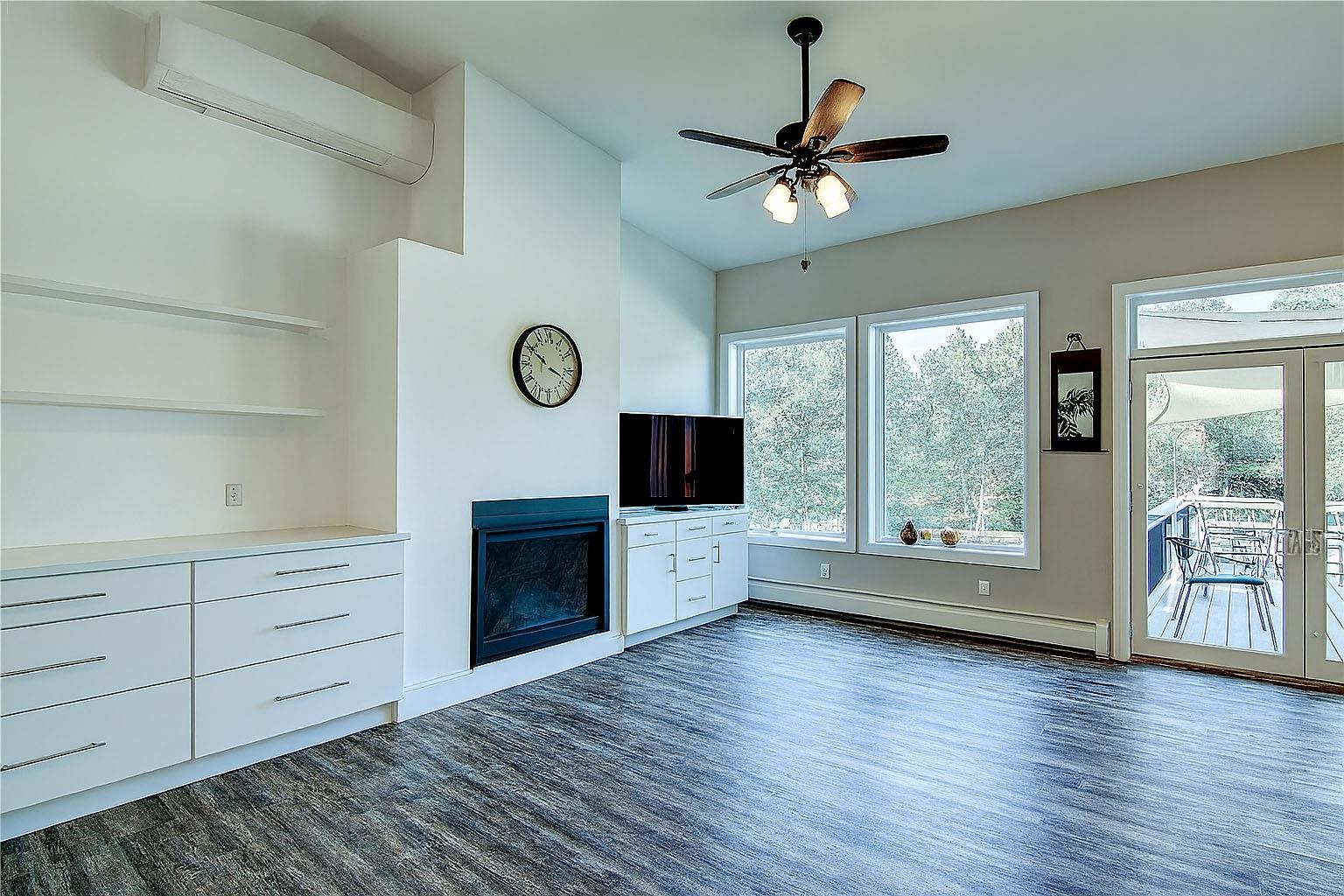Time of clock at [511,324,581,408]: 3:49
